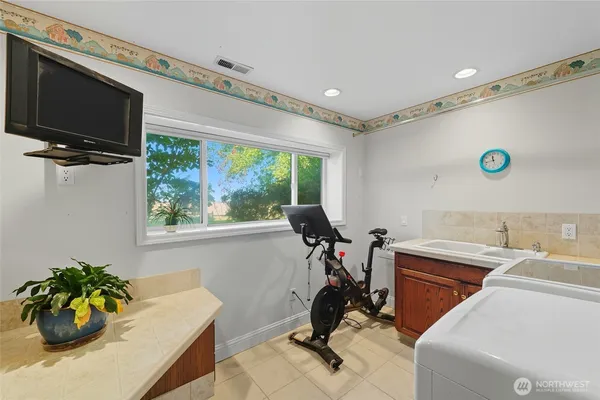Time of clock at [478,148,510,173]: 11:42
